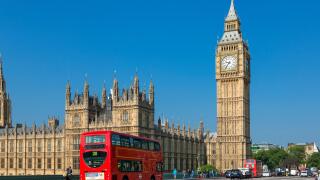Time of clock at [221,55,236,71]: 9:36
